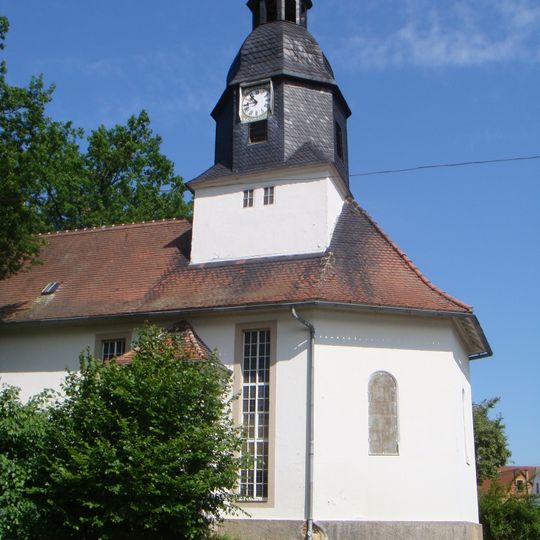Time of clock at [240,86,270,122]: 10:43
